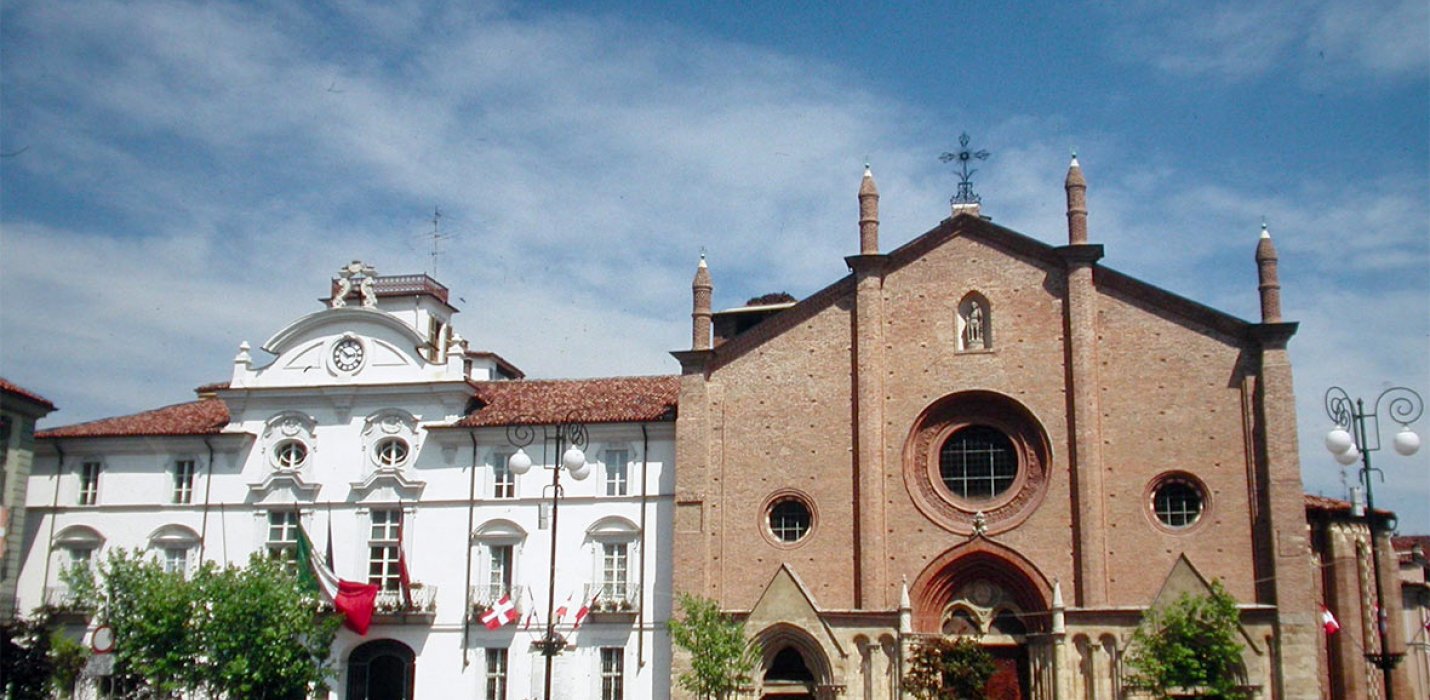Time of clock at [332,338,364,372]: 2:51
